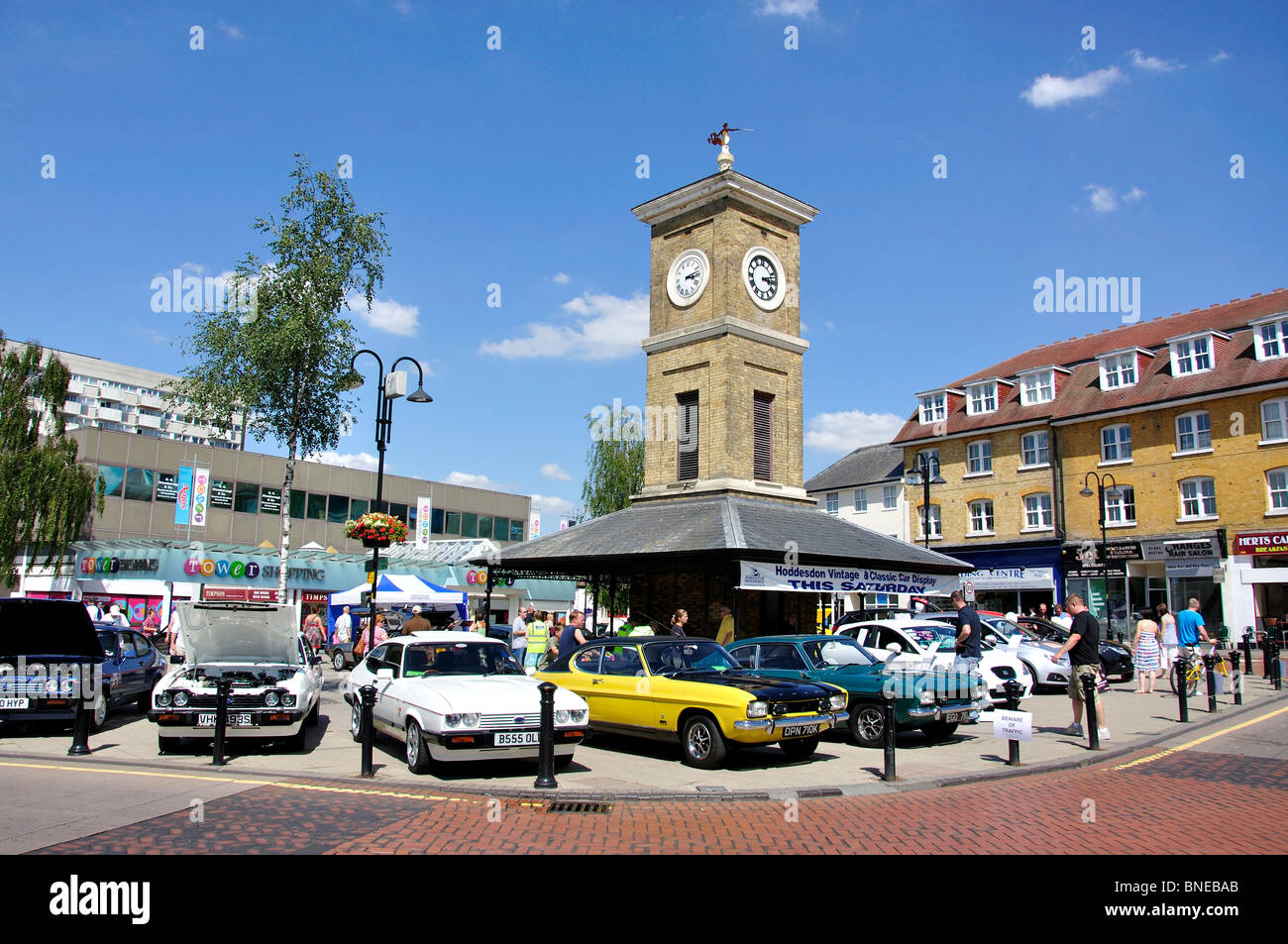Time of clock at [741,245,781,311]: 3:12
